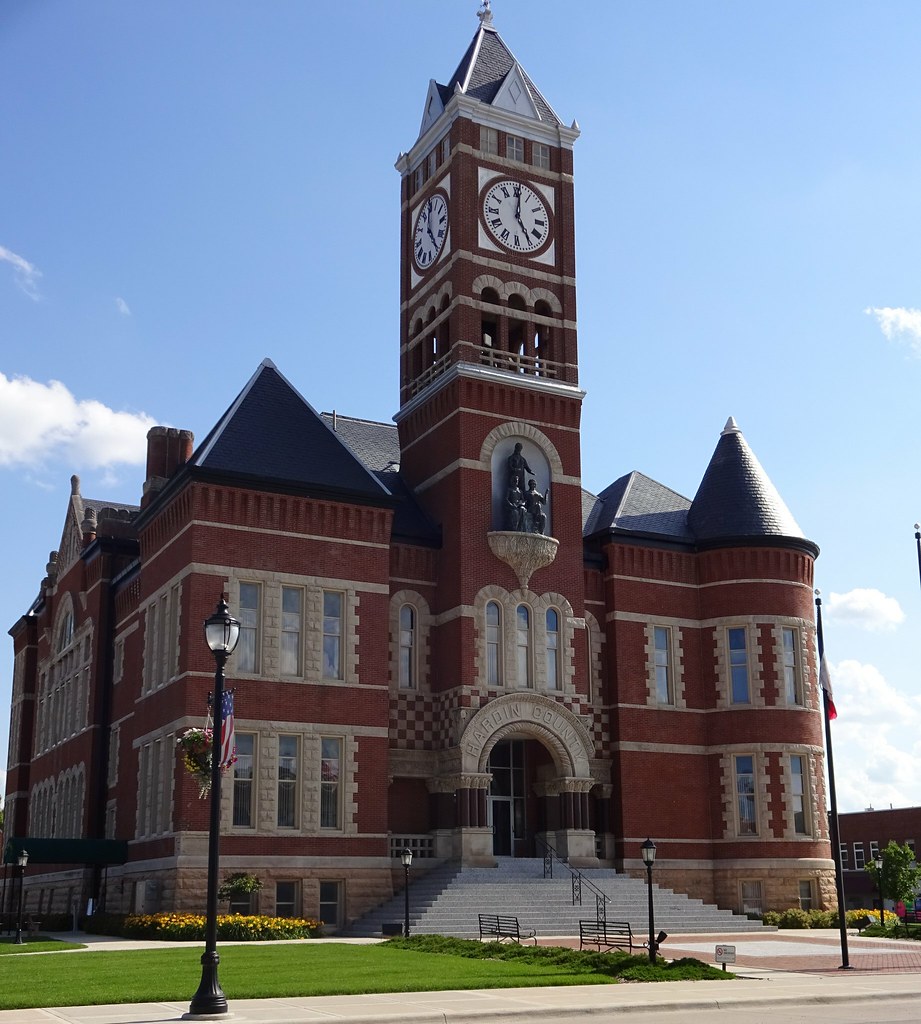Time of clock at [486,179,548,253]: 5:00
